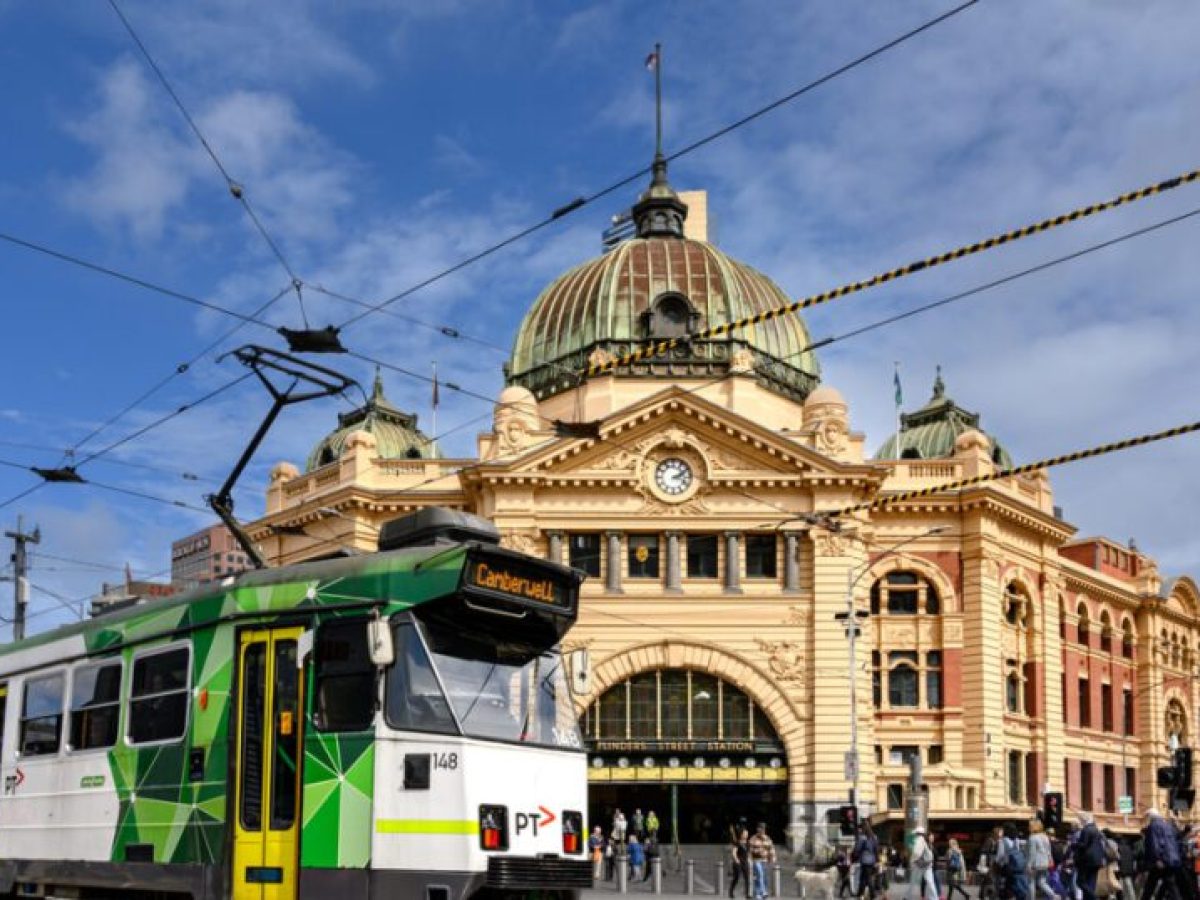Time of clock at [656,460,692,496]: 2:18
